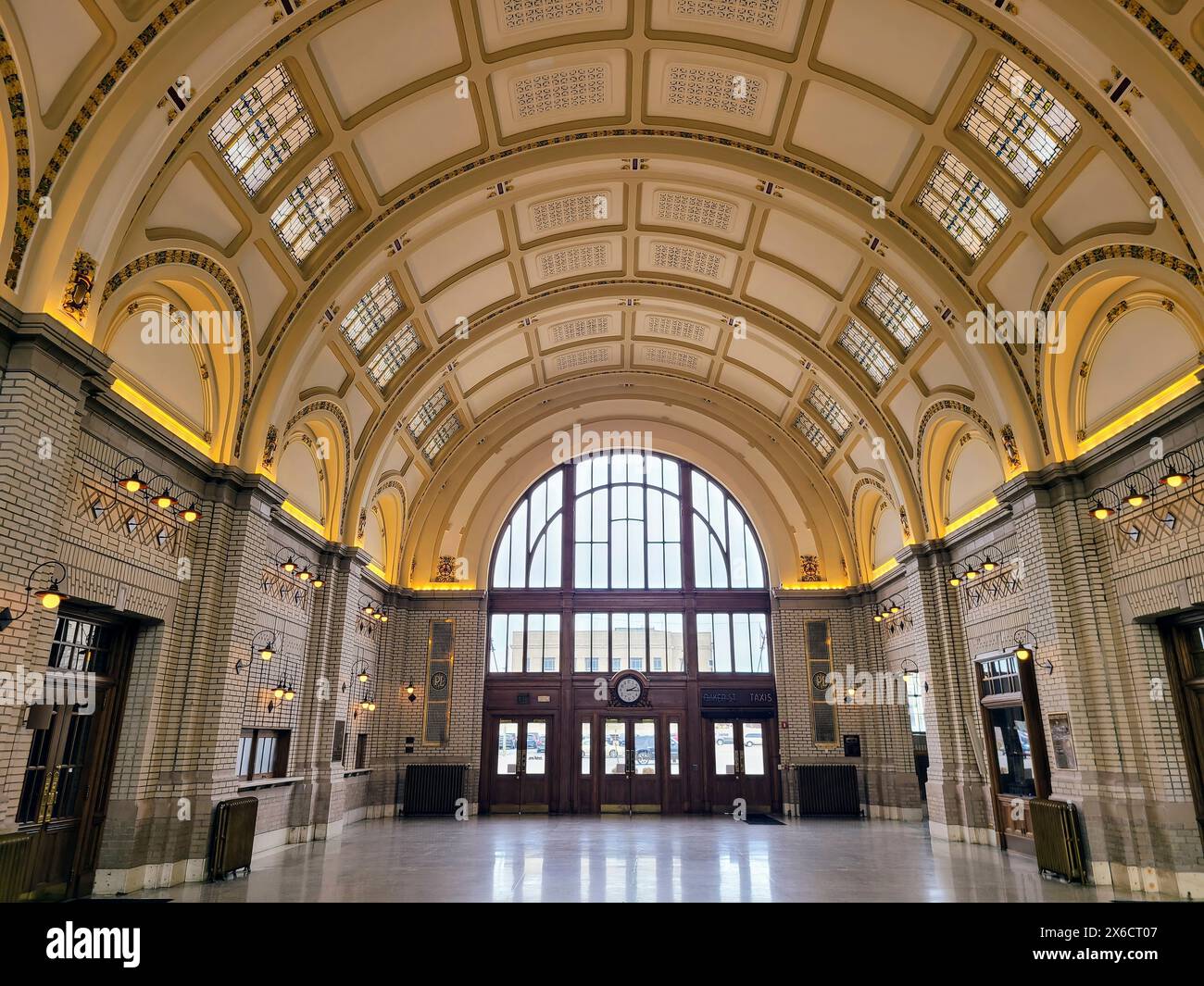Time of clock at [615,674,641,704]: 2:15
